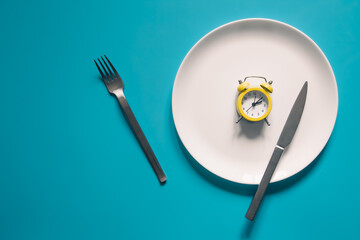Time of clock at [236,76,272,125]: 2:07
